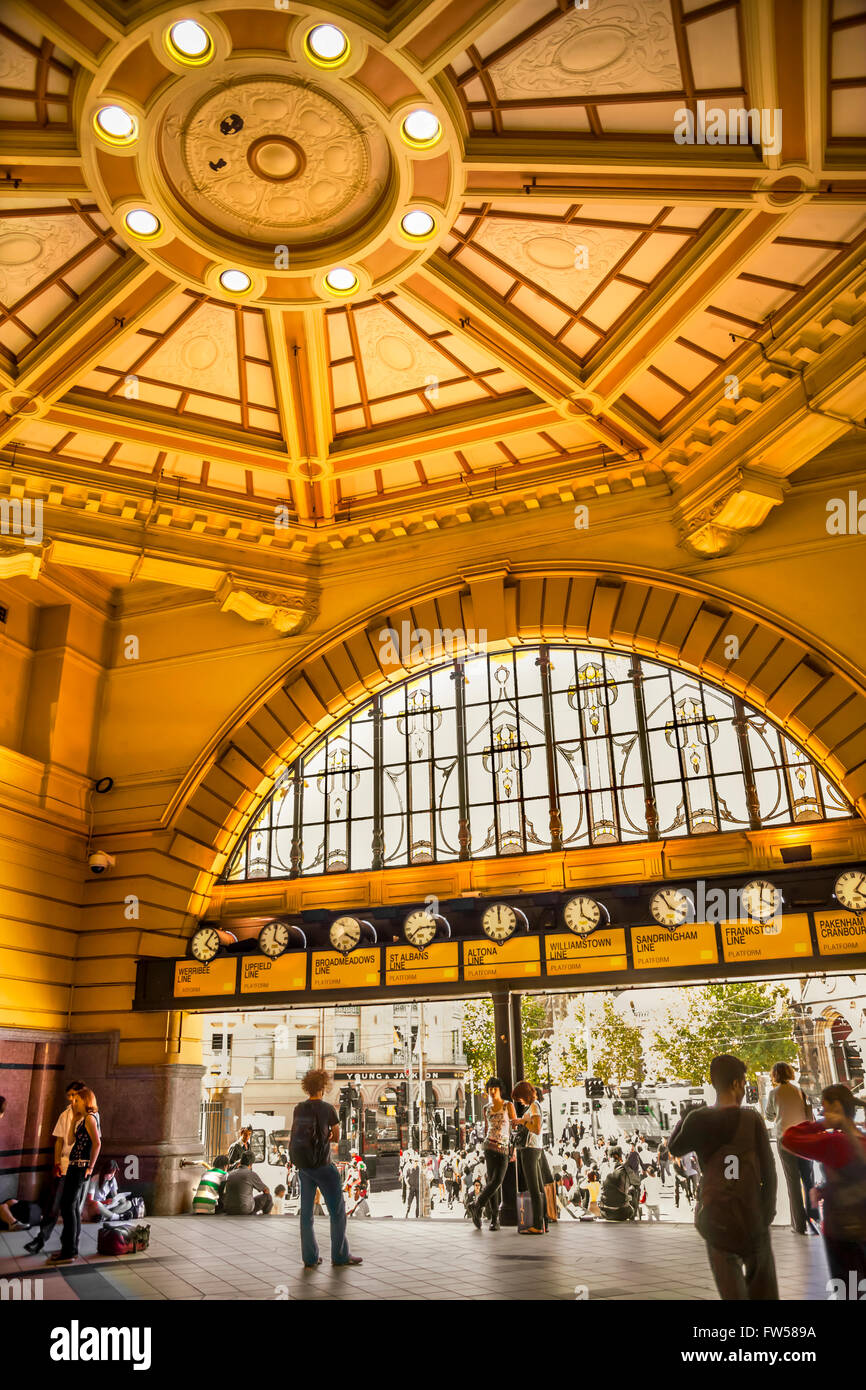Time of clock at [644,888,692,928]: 3:55
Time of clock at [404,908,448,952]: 2:38
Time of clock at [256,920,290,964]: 4:01
